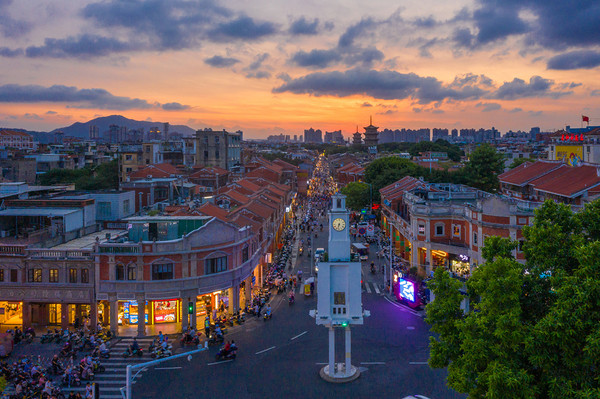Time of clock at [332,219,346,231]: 6:32
